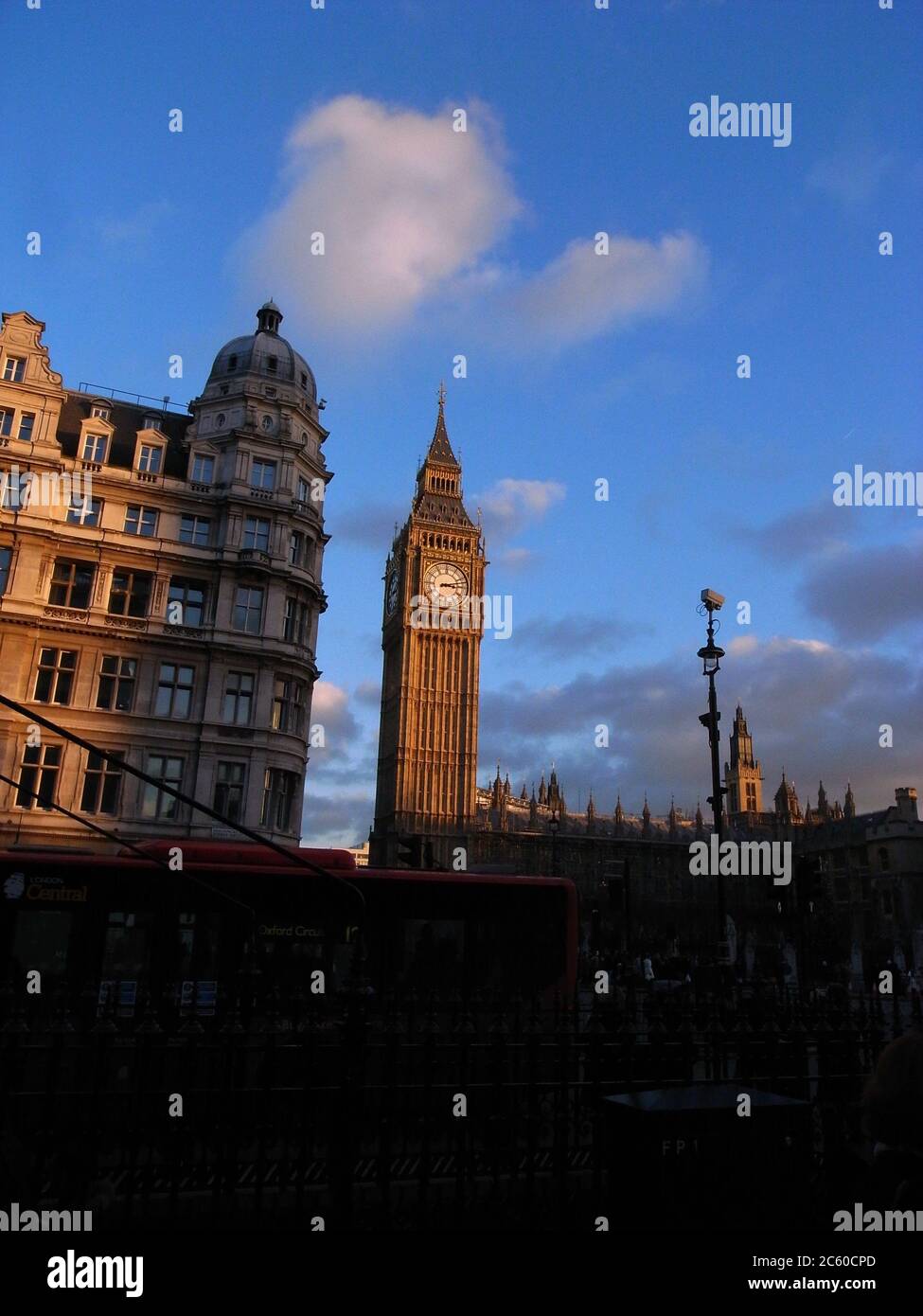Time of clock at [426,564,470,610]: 3:12
